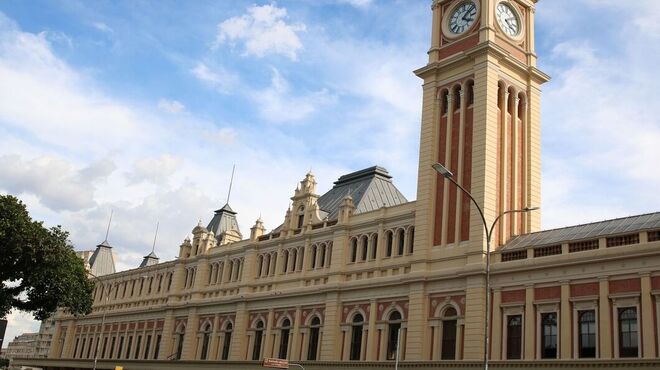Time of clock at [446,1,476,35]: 4:07
